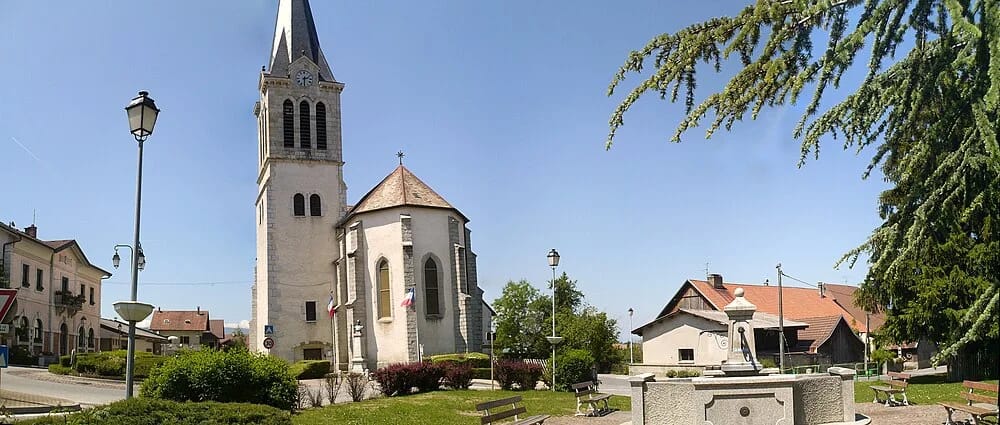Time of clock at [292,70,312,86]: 2:30
